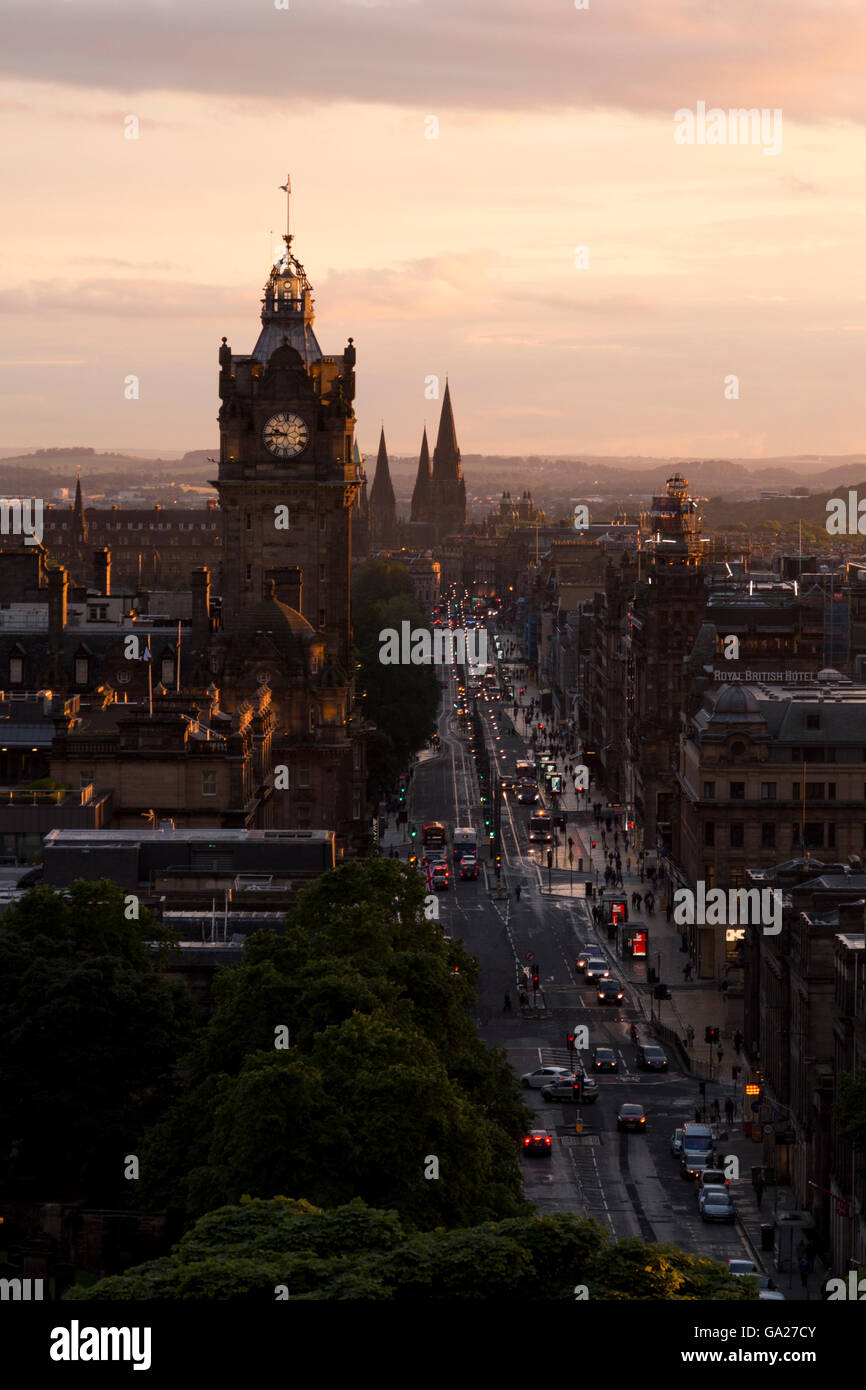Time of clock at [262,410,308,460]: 9:44
